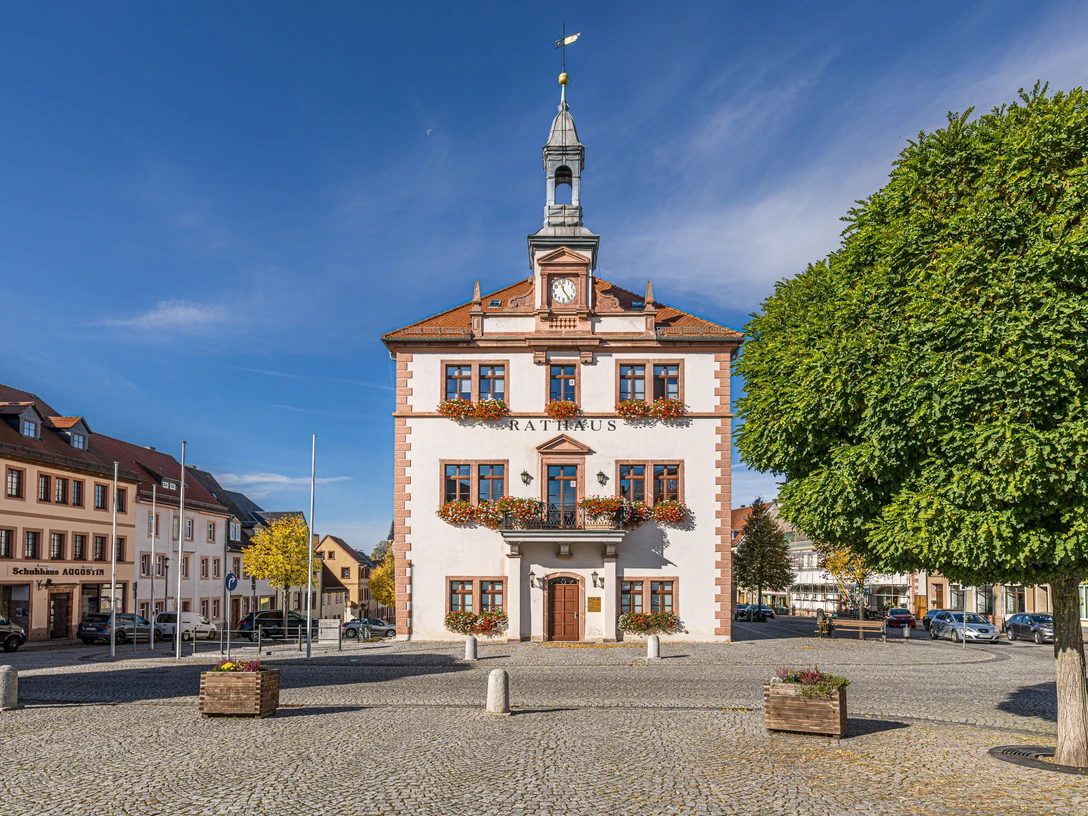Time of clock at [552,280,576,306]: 11:23
